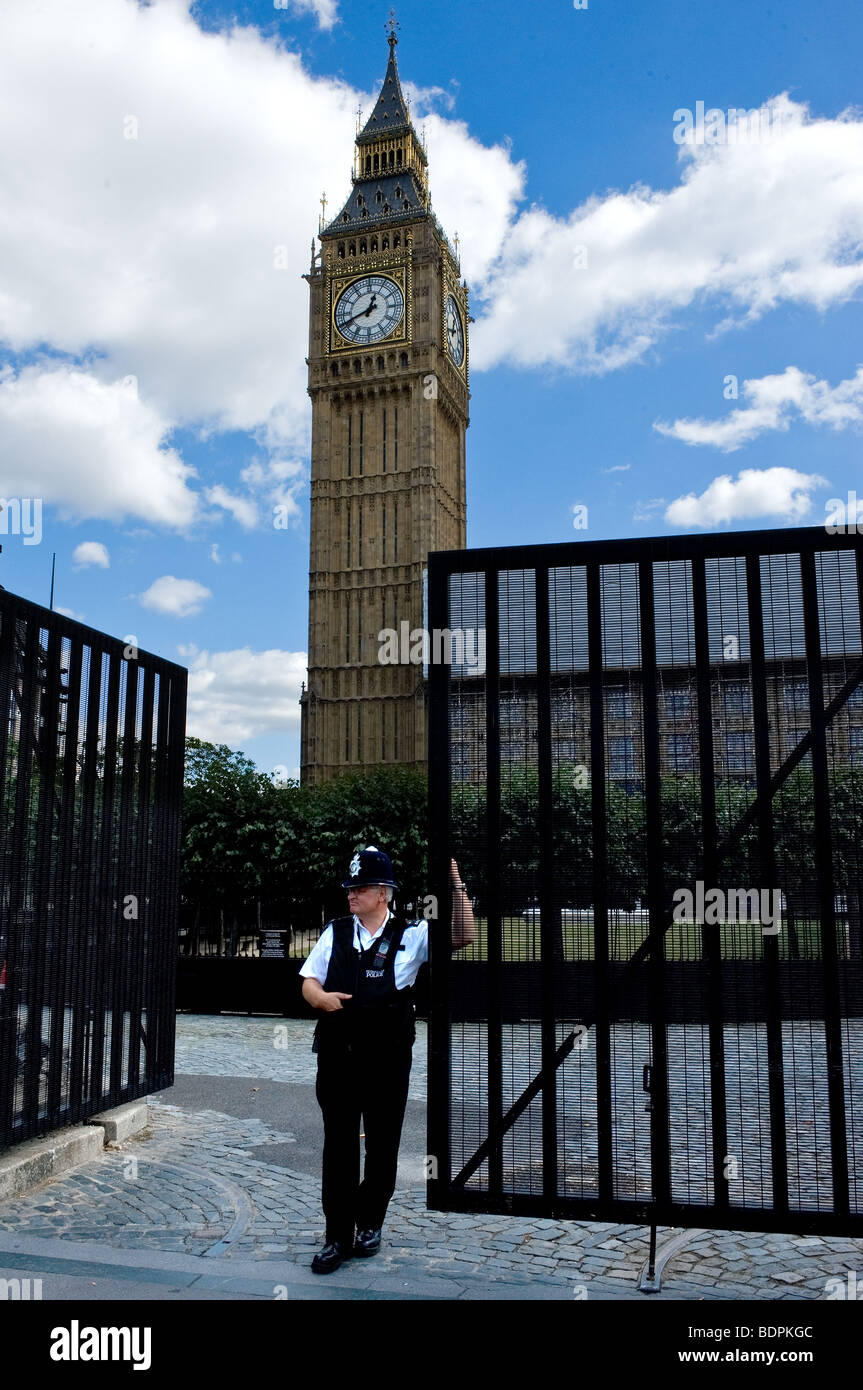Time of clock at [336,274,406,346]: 12:41
